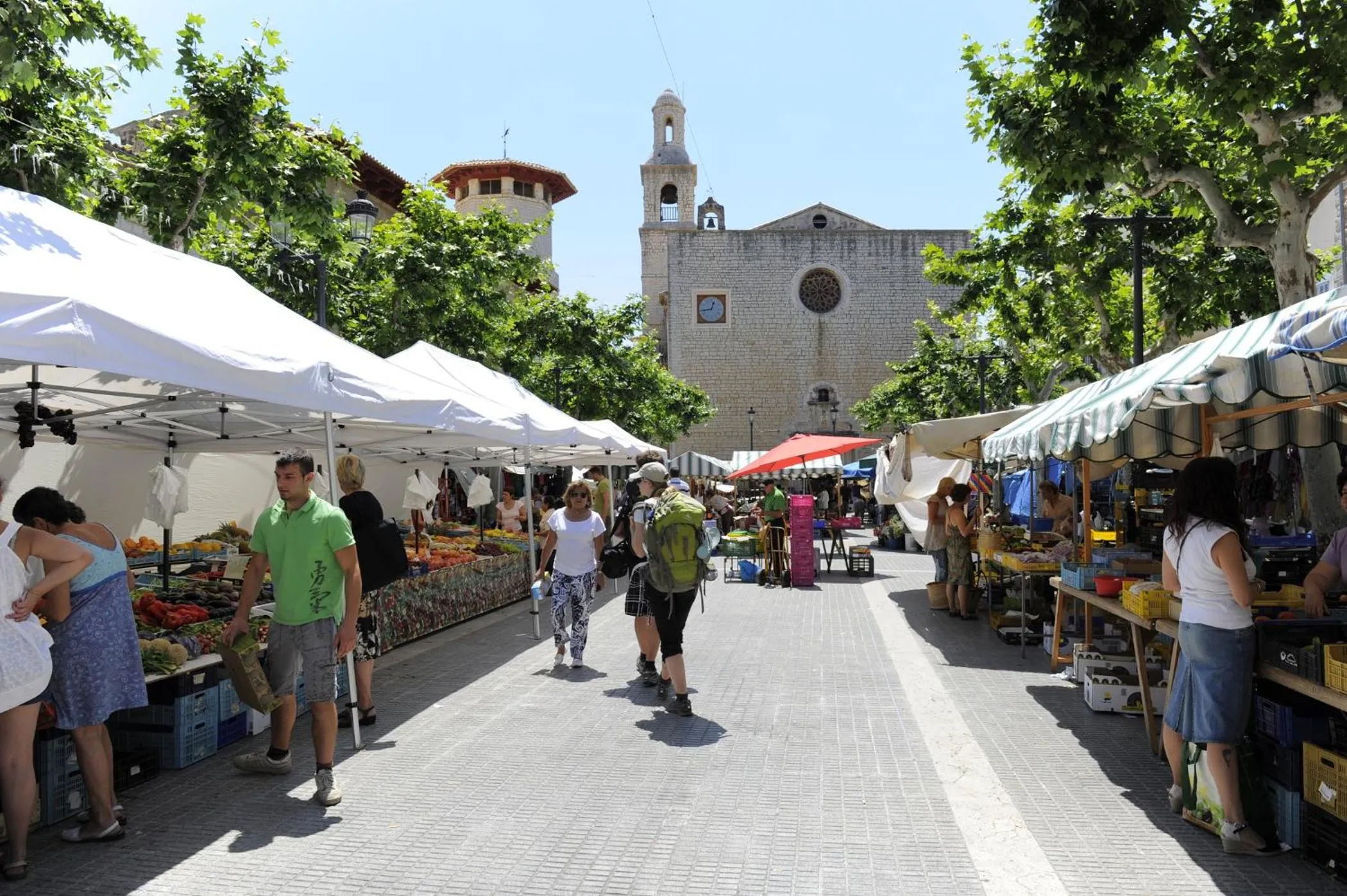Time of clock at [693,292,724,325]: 12:43
